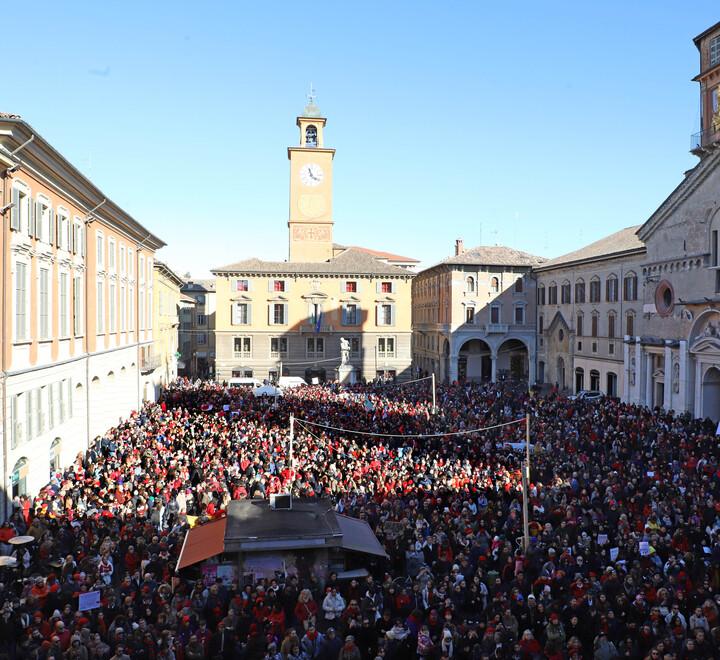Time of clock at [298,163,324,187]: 11:21
